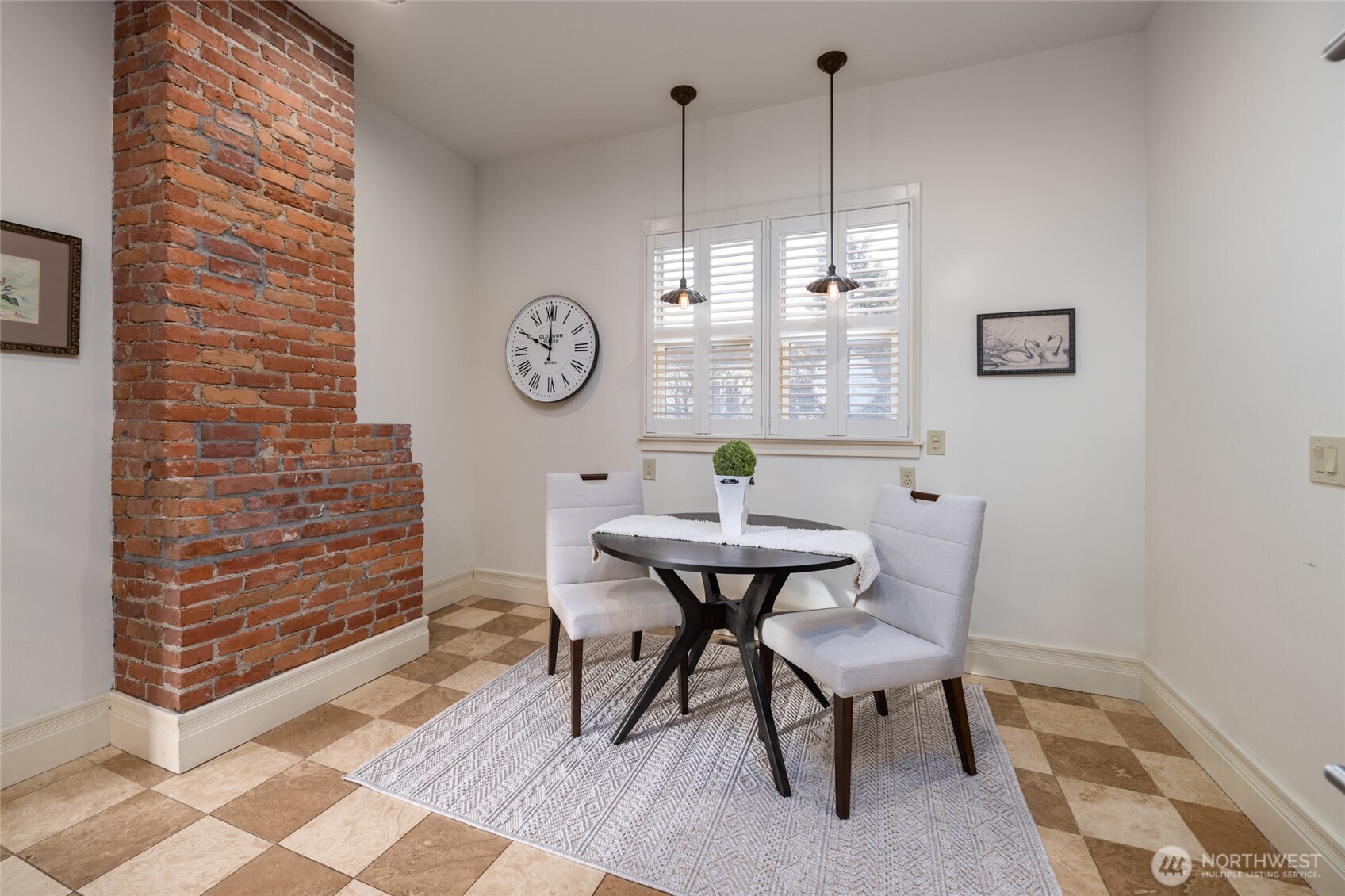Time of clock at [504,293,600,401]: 10:00
